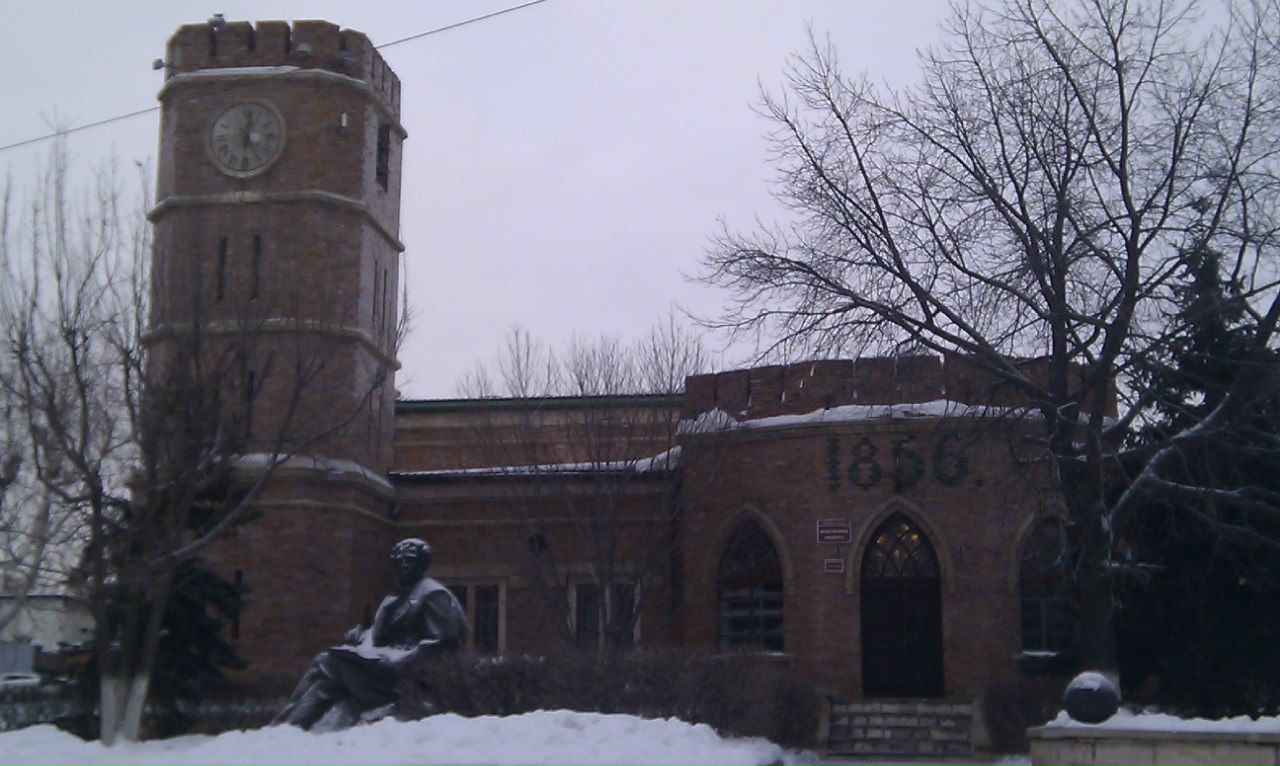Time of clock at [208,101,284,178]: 12:24
